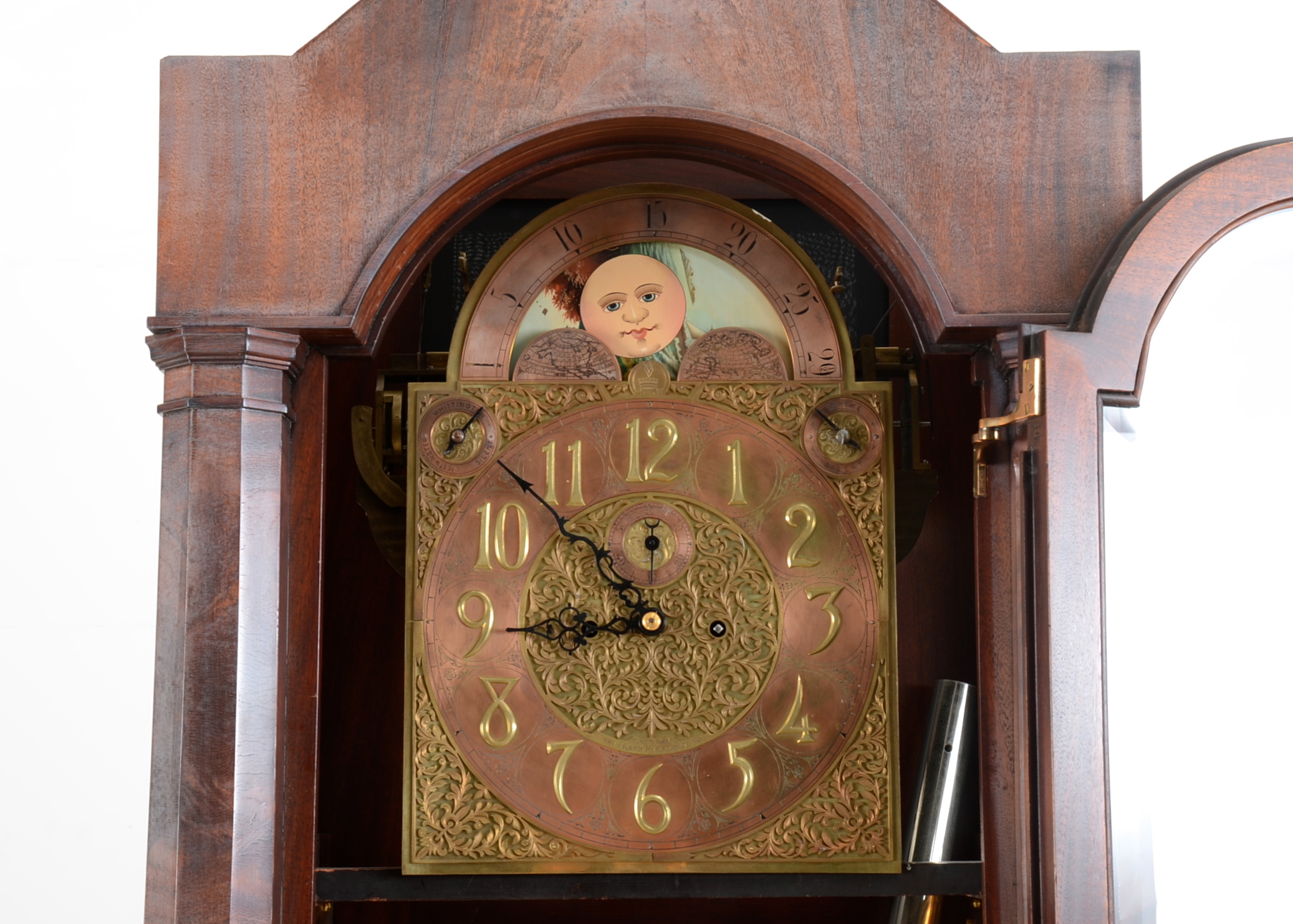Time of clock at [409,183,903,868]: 8:51
